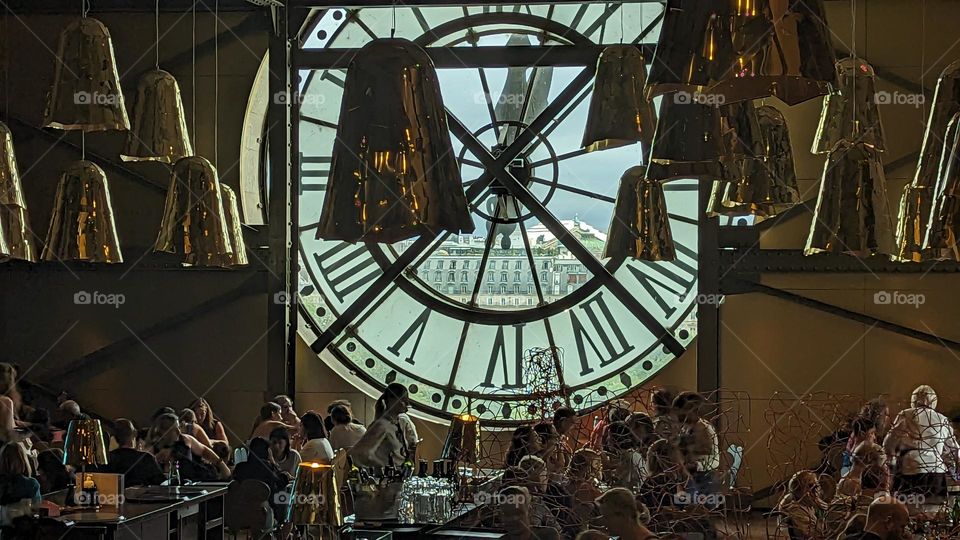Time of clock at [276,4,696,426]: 1:21
